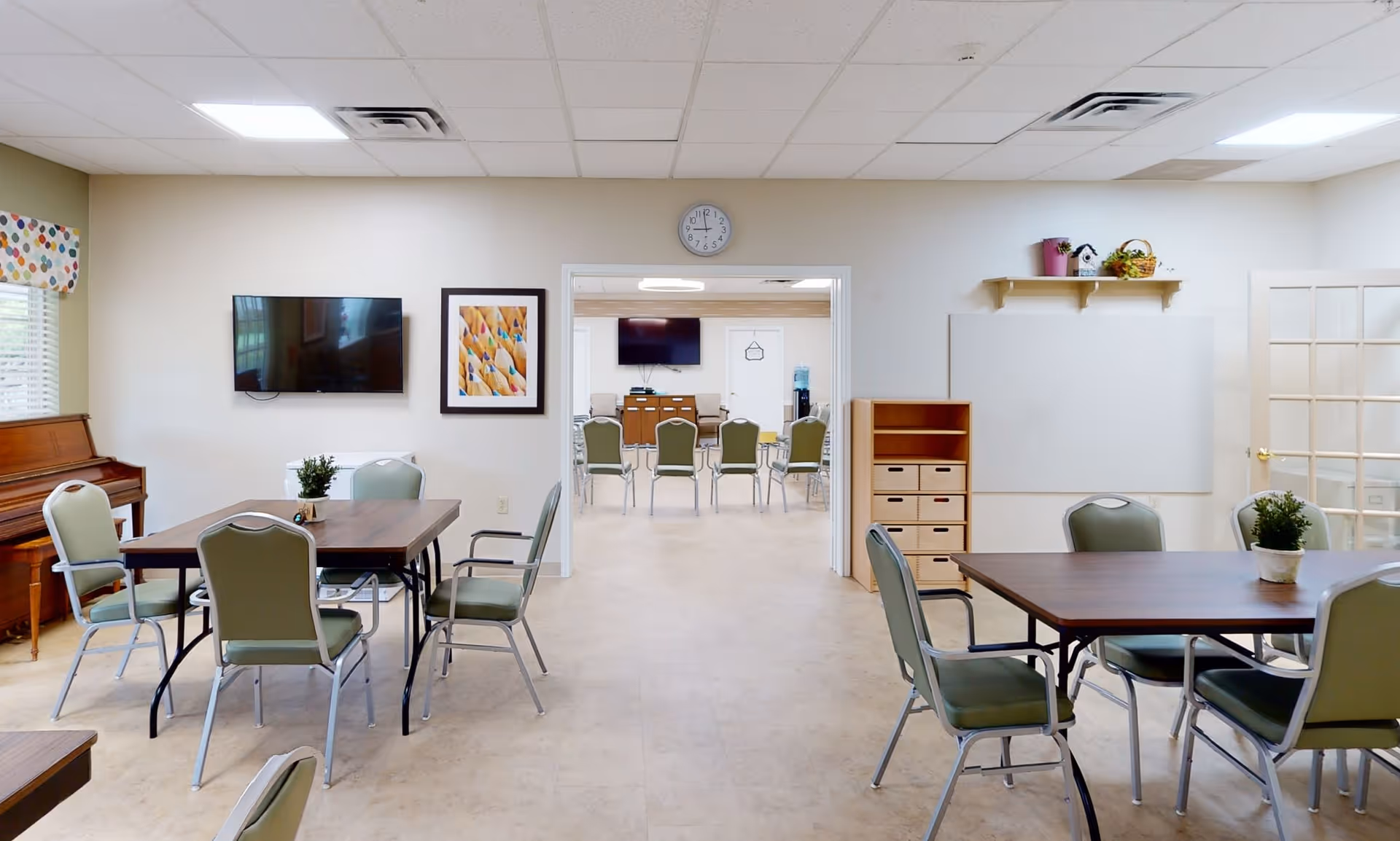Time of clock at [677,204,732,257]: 8:58
